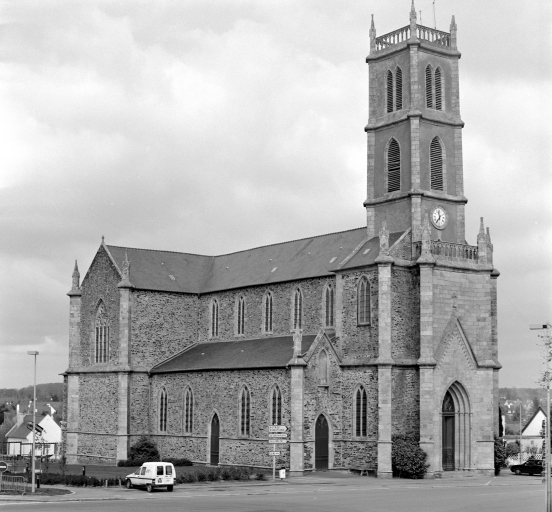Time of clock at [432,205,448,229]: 11:35
